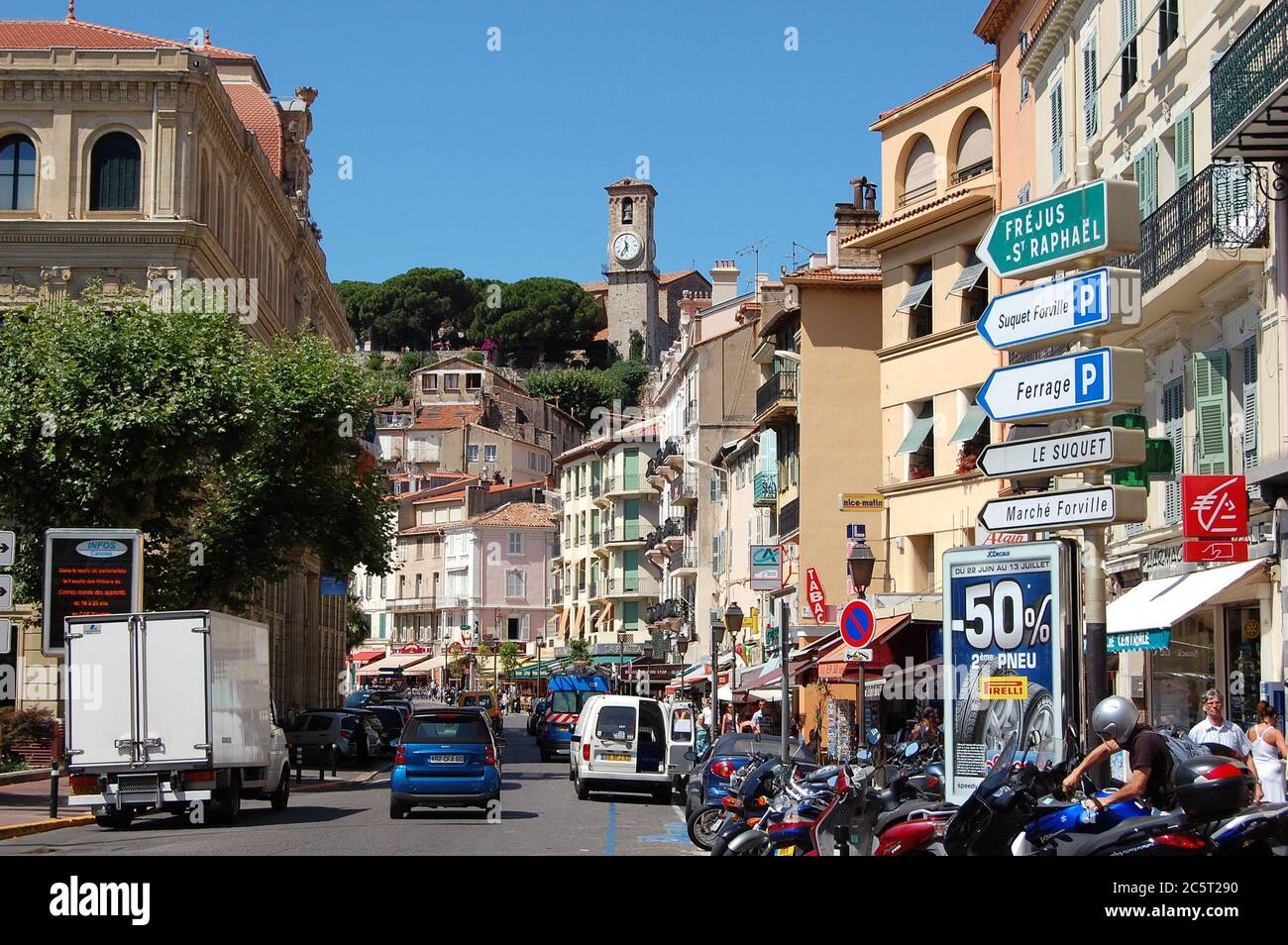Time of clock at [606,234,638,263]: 11:35
